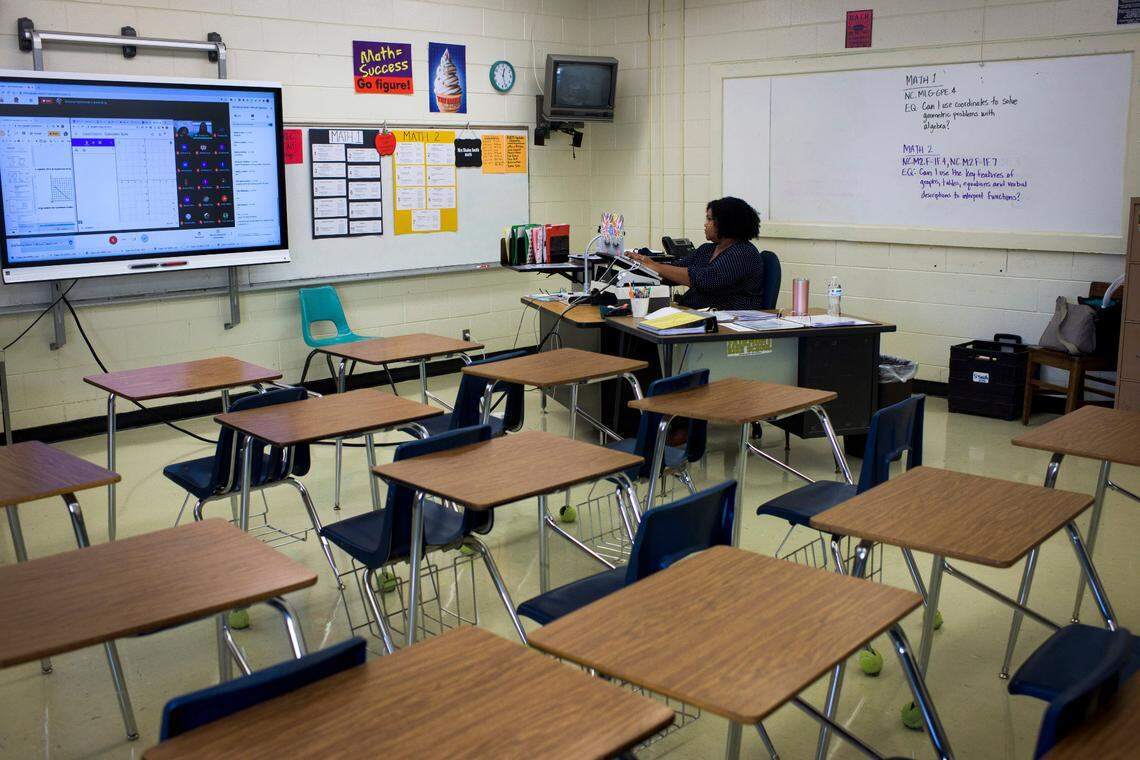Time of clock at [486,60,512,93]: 12:26
